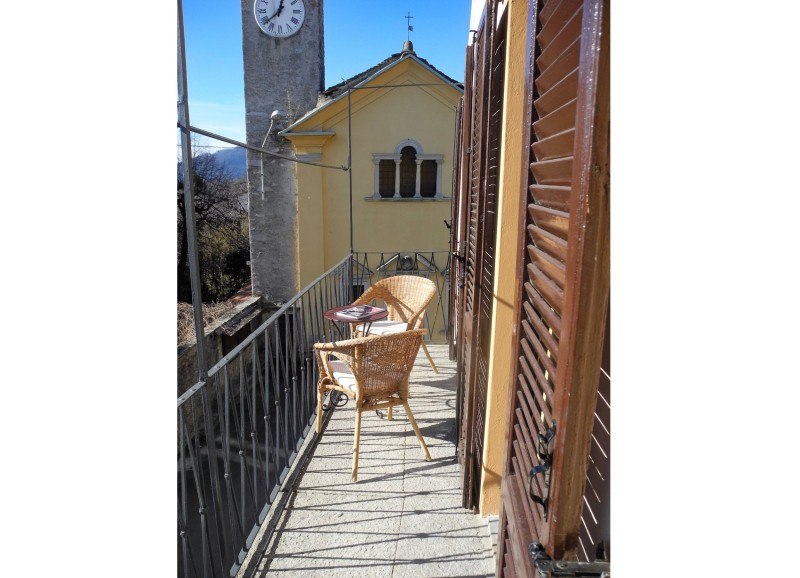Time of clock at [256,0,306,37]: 12:38
